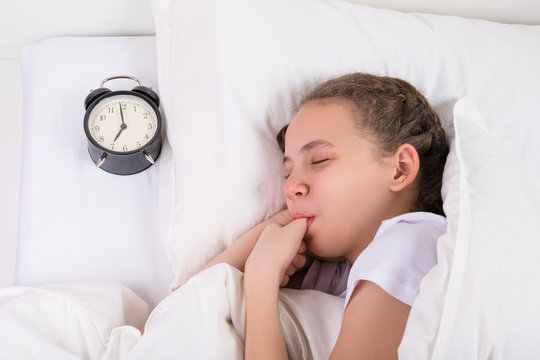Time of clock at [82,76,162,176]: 6:59
